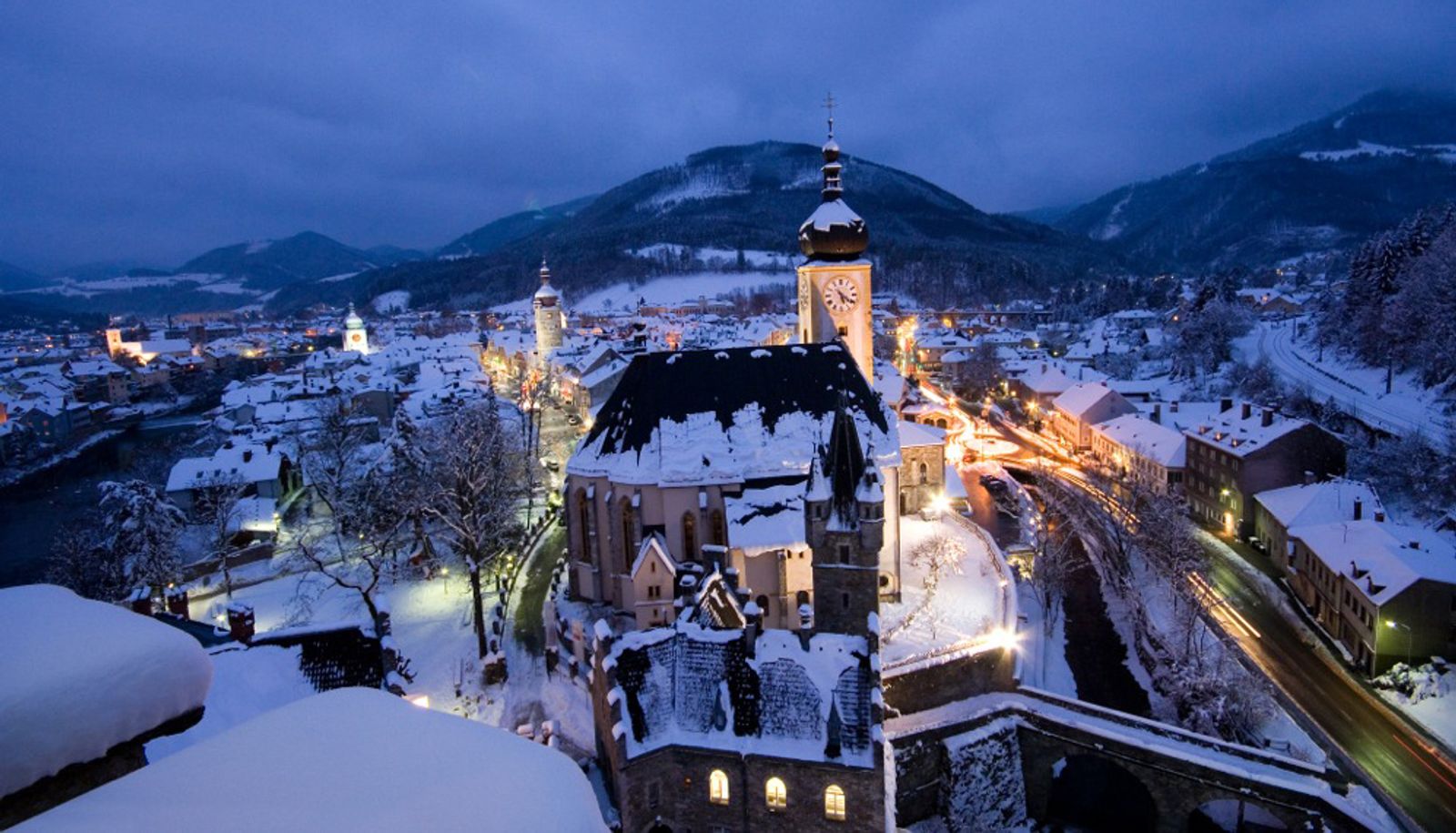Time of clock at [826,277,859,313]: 5:20
